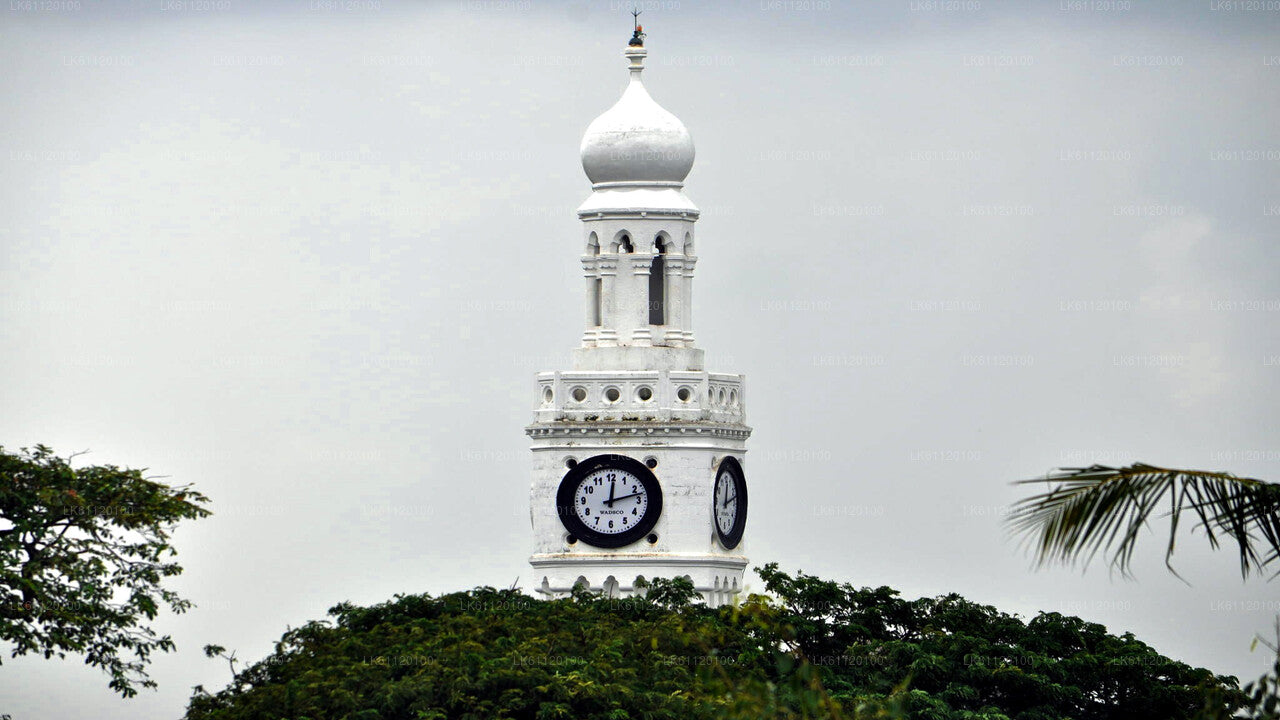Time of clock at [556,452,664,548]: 12:12
